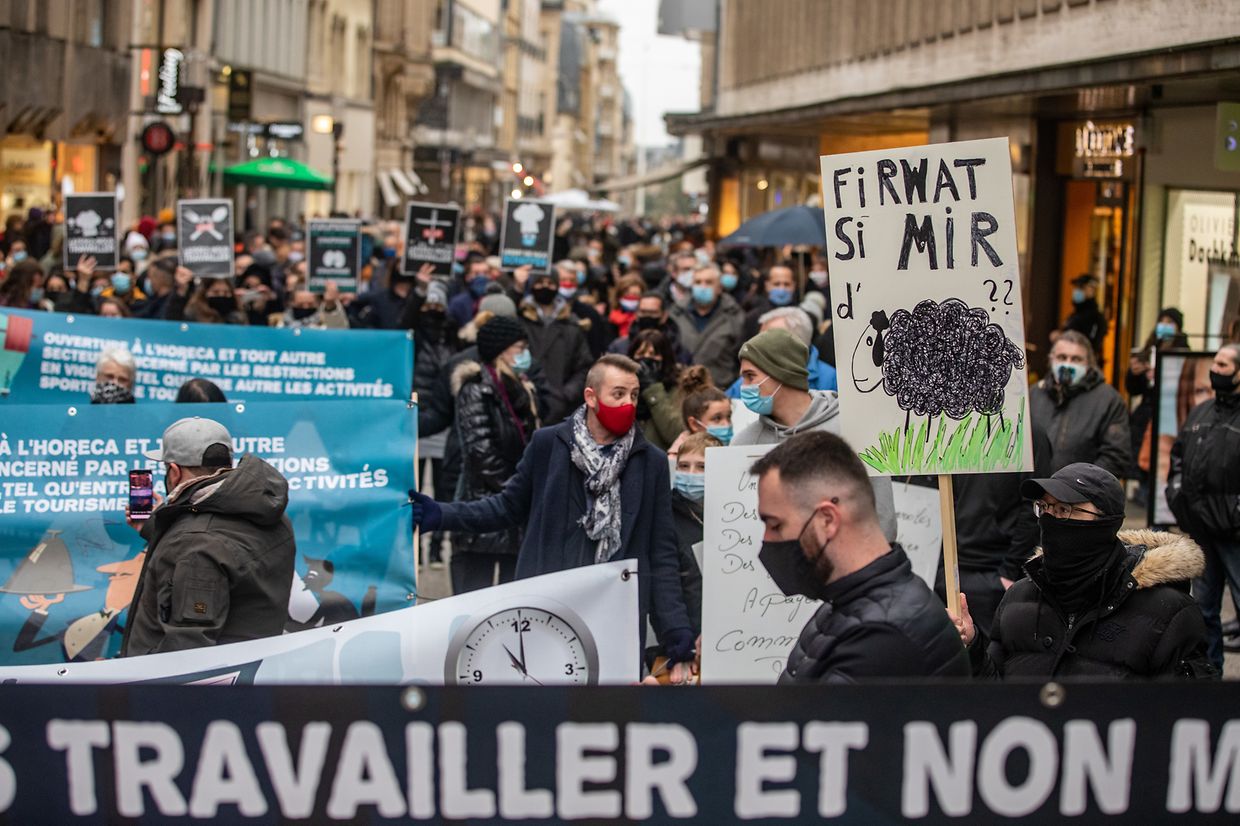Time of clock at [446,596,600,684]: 11:00
